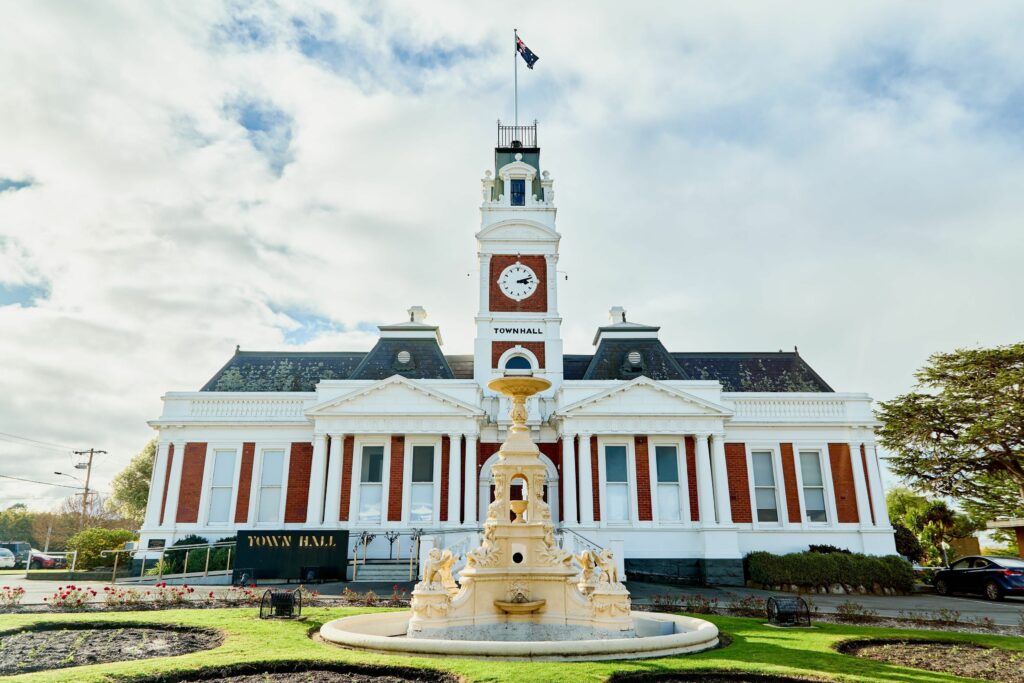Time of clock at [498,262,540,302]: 3:12
